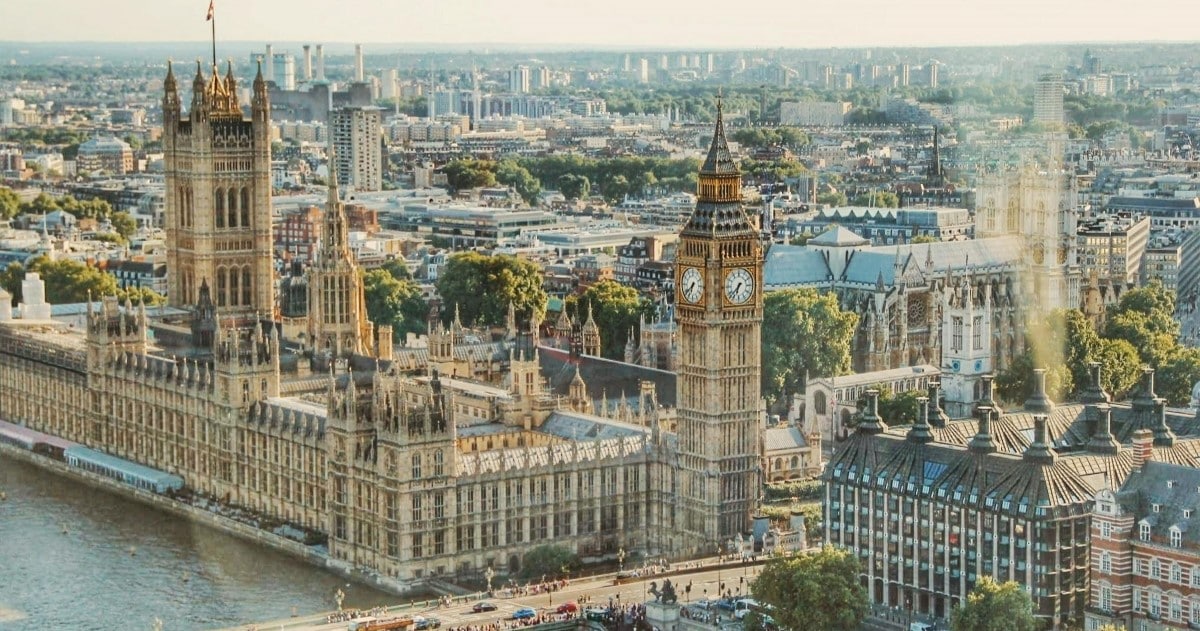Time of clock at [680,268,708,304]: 6:38
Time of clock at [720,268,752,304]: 6:37
